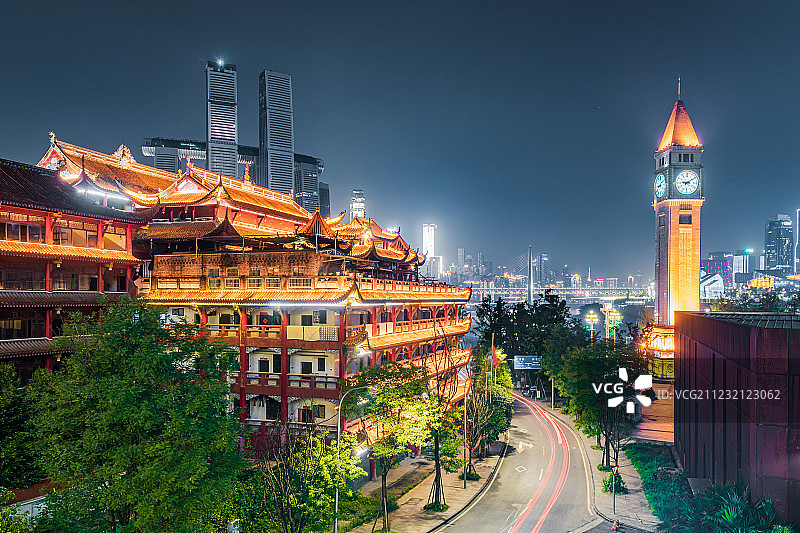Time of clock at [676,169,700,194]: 9:09
